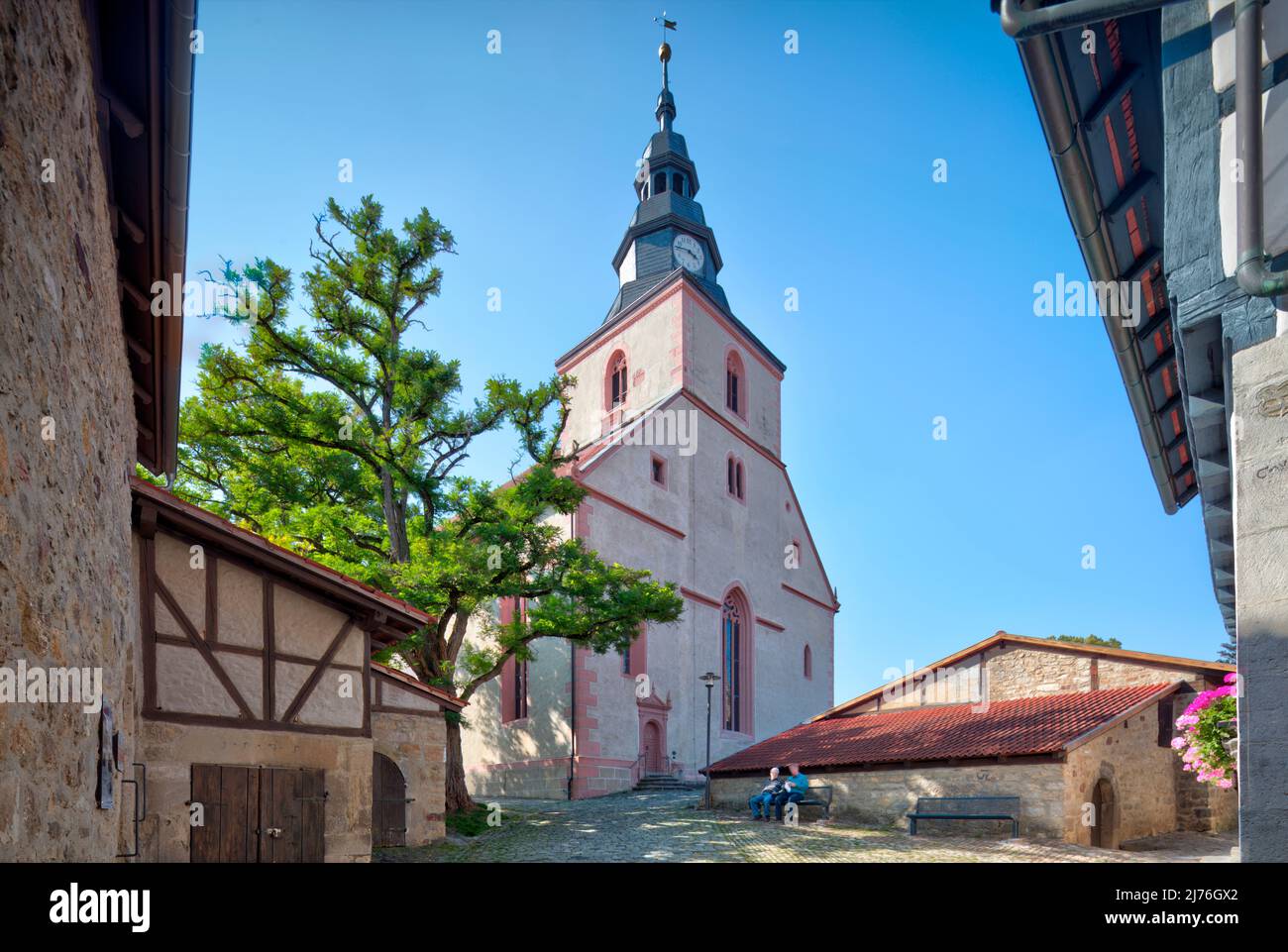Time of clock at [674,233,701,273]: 3:45
